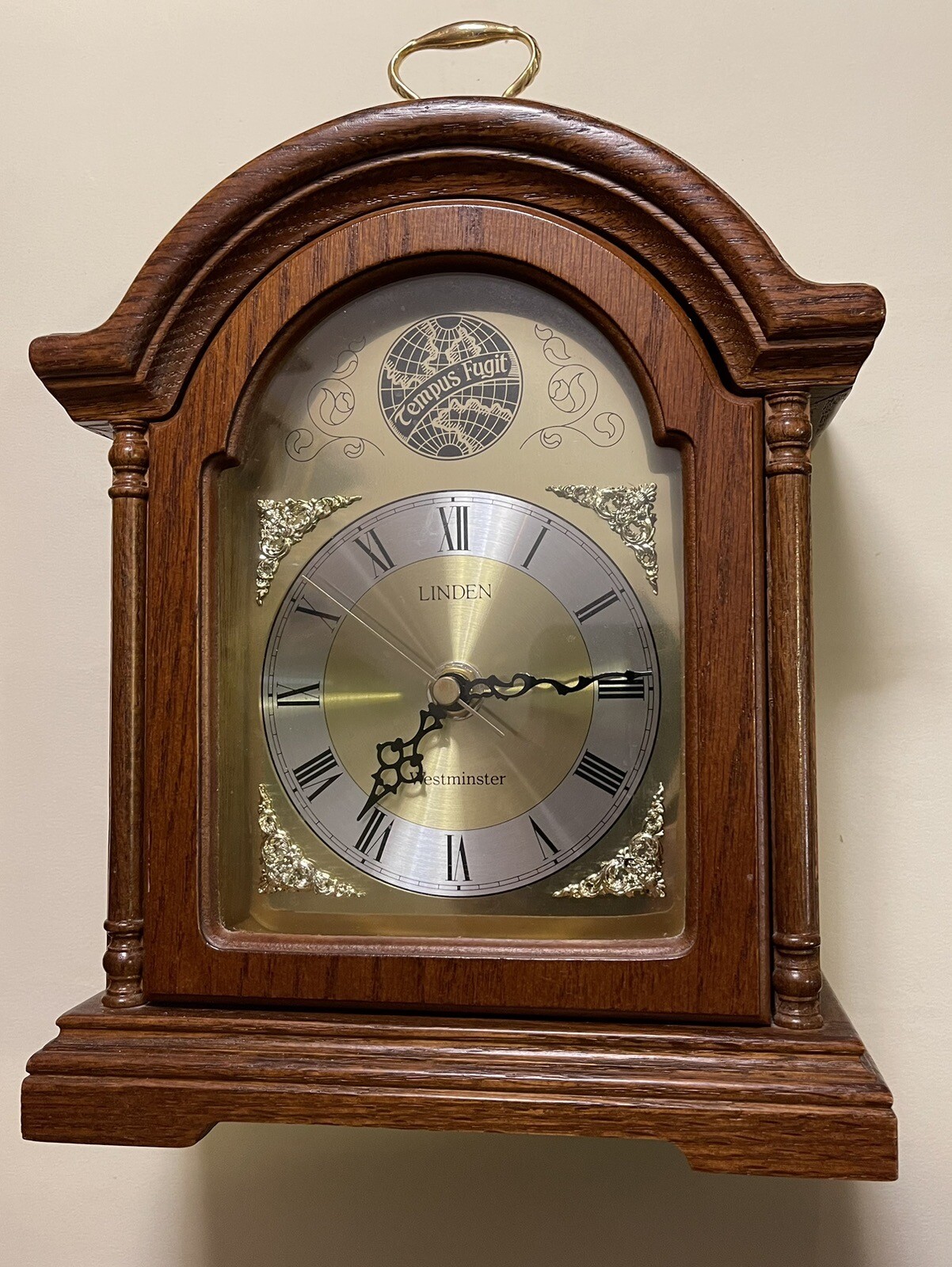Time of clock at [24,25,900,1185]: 7:14
